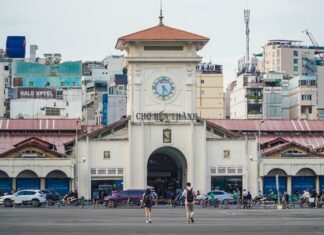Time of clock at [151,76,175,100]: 4:31
